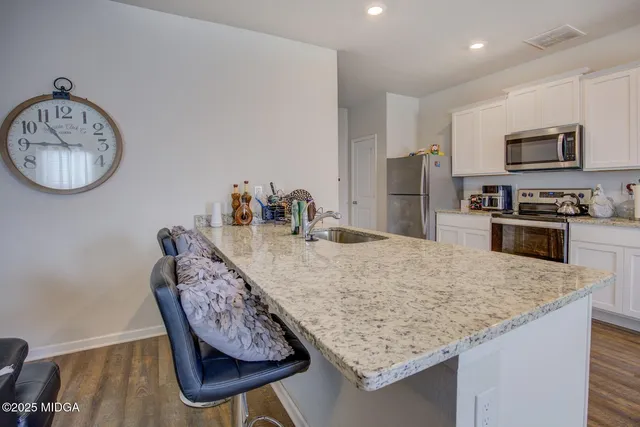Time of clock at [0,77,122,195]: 10:45
